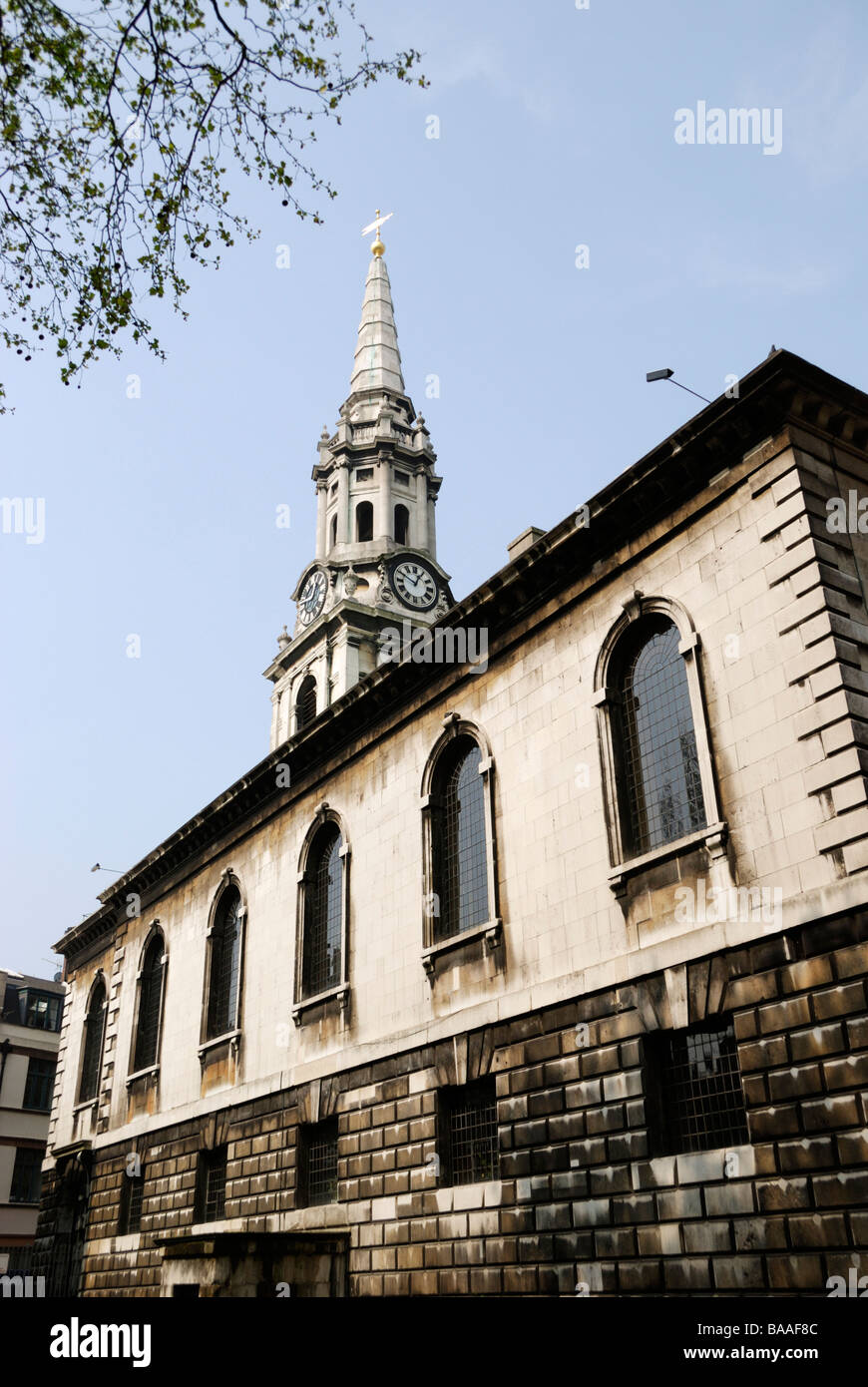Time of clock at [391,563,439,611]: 12:49
